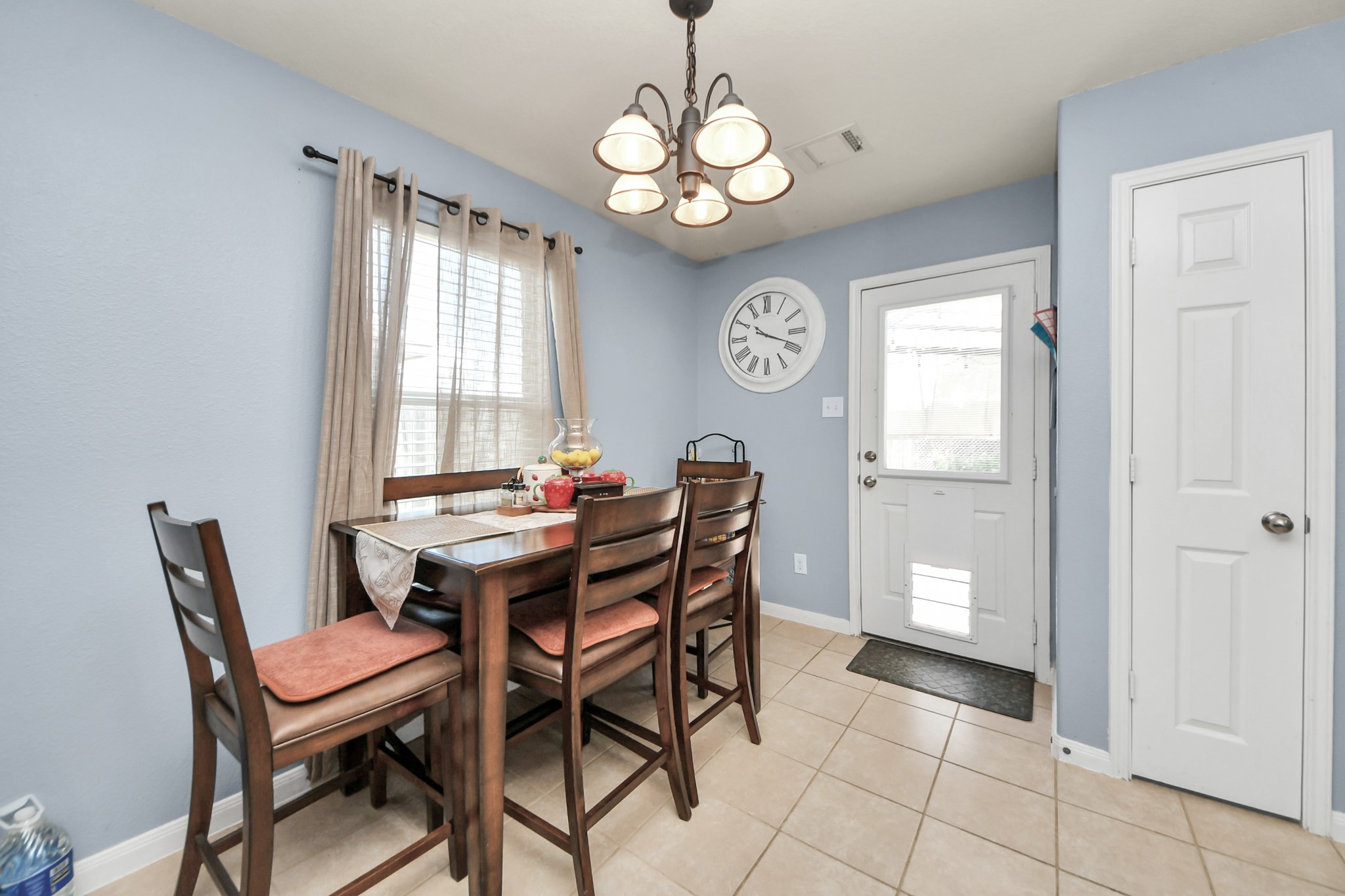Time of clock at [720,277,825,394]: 10:18
